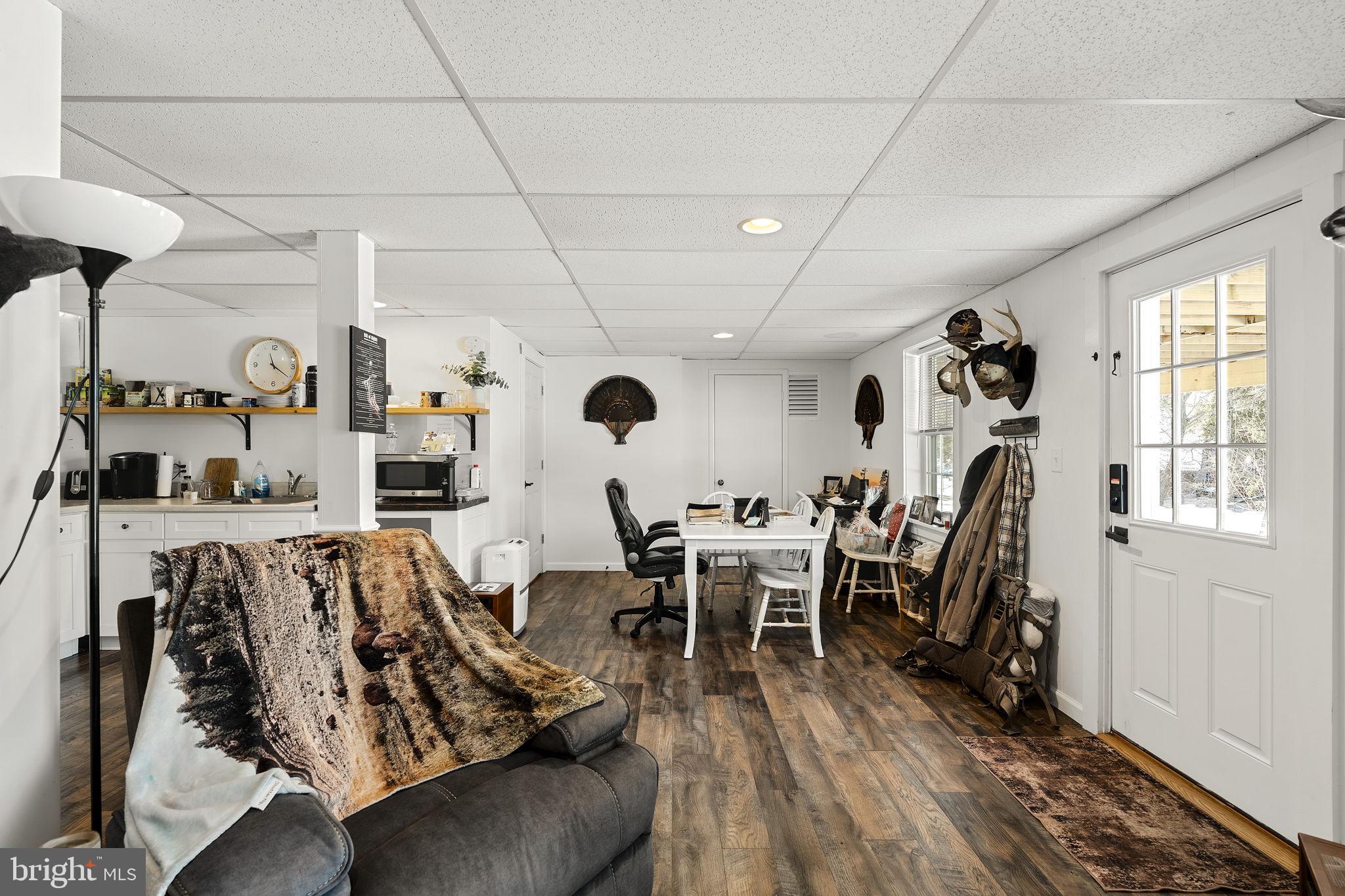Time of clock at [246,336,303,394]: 11:20
